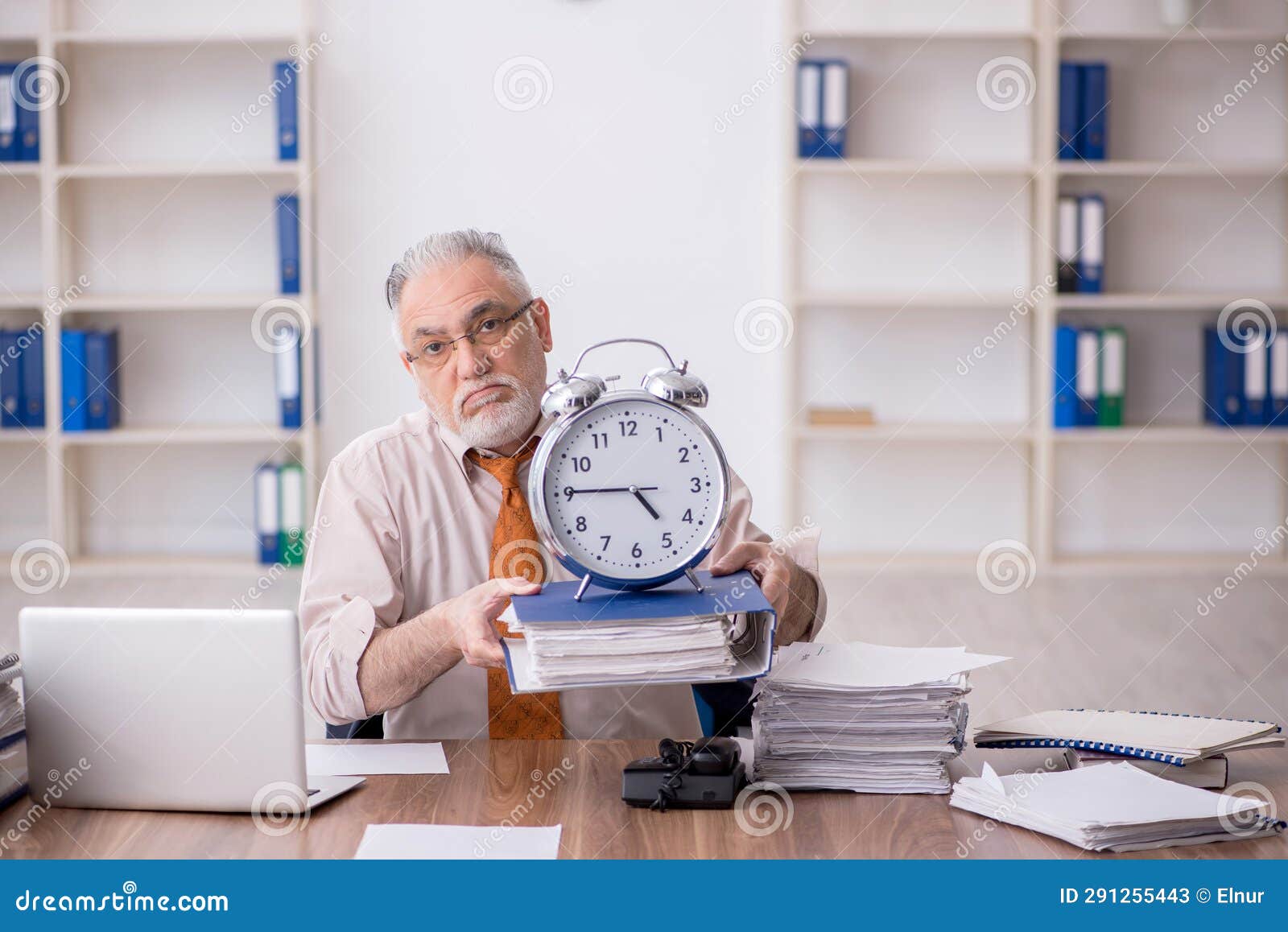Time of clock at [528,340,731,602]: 4:45
